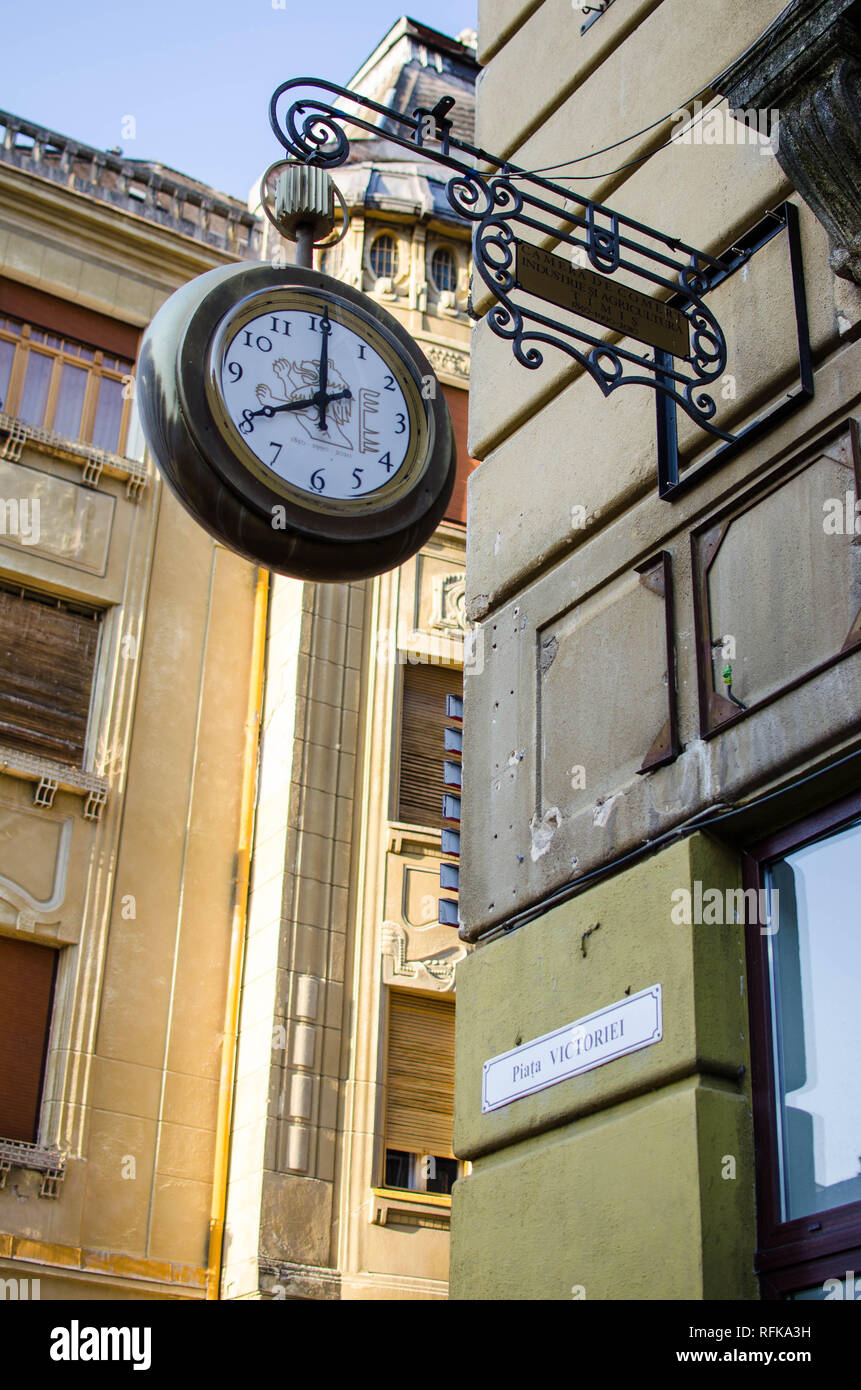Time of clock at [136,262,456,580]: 8:00
